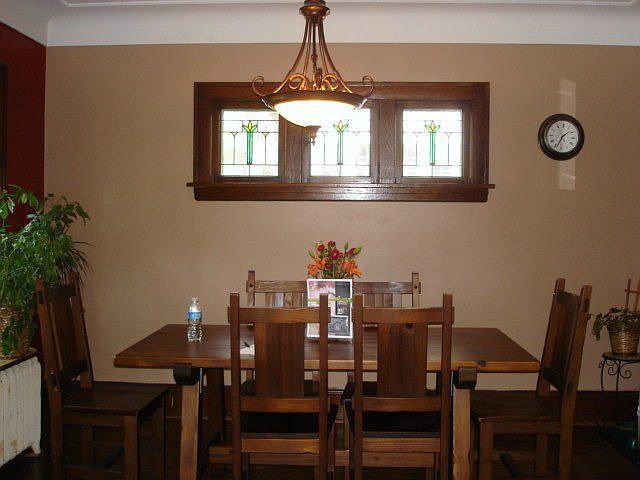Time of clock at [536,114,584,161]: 1:34
